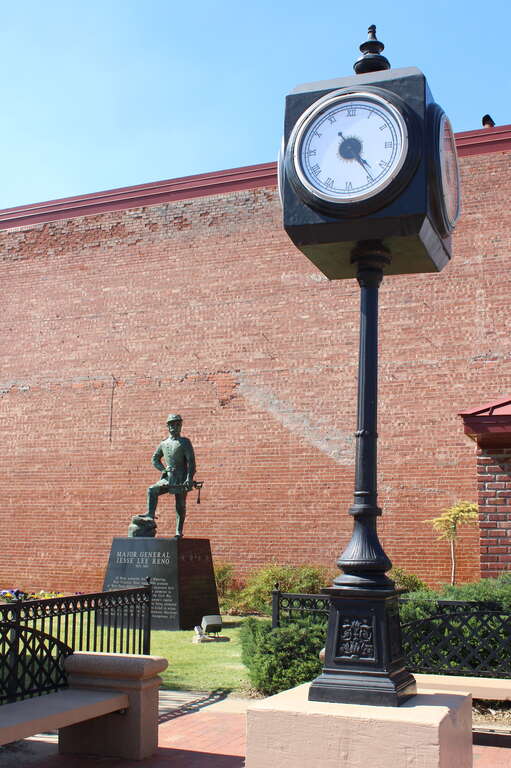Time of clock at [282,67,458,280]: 4:23
